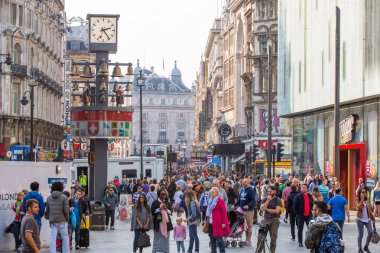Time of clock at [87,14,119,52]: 2:23
